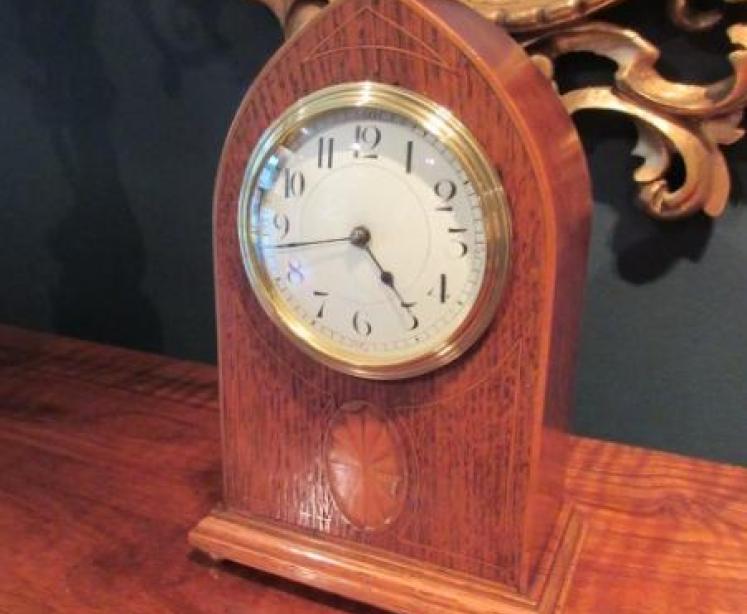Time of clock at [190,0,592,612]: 4:42
